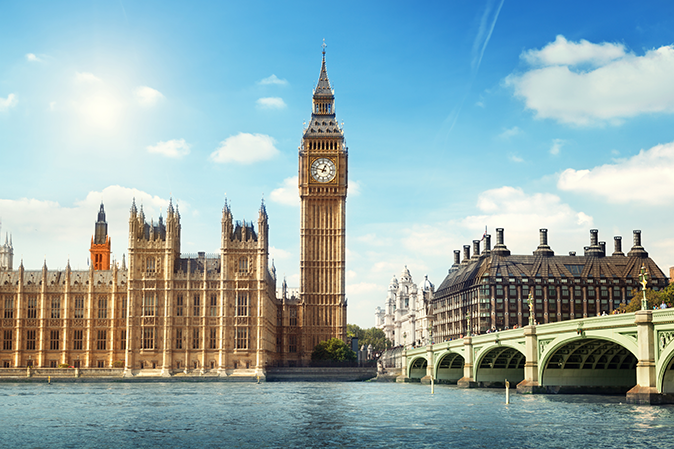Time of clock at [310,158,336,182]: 12:47
